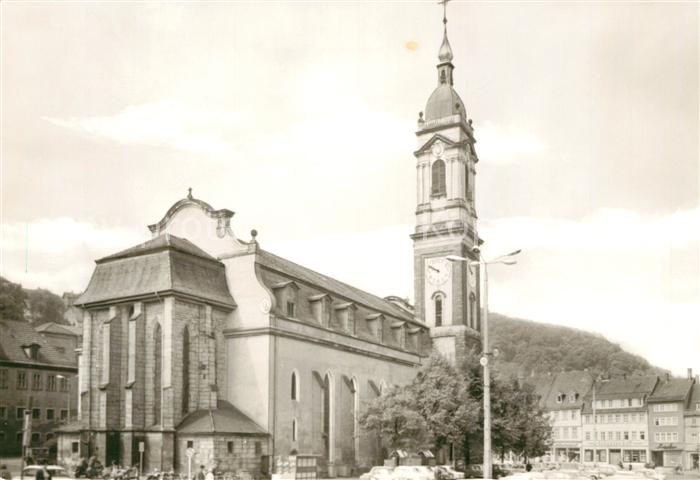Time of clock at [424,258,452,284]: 9:50
